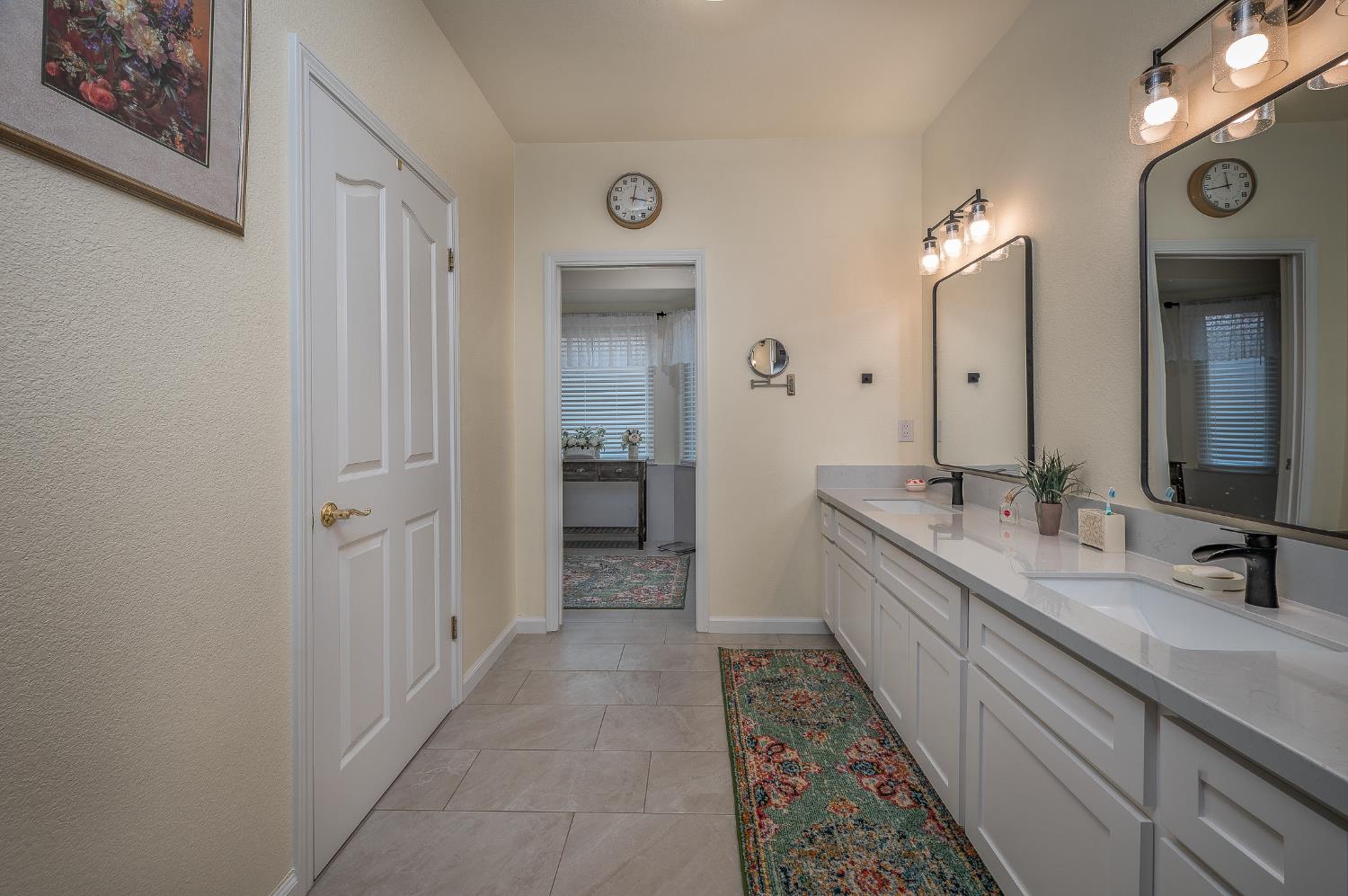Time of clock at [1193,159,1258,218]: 11:43
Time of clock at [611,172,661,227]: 12:16
